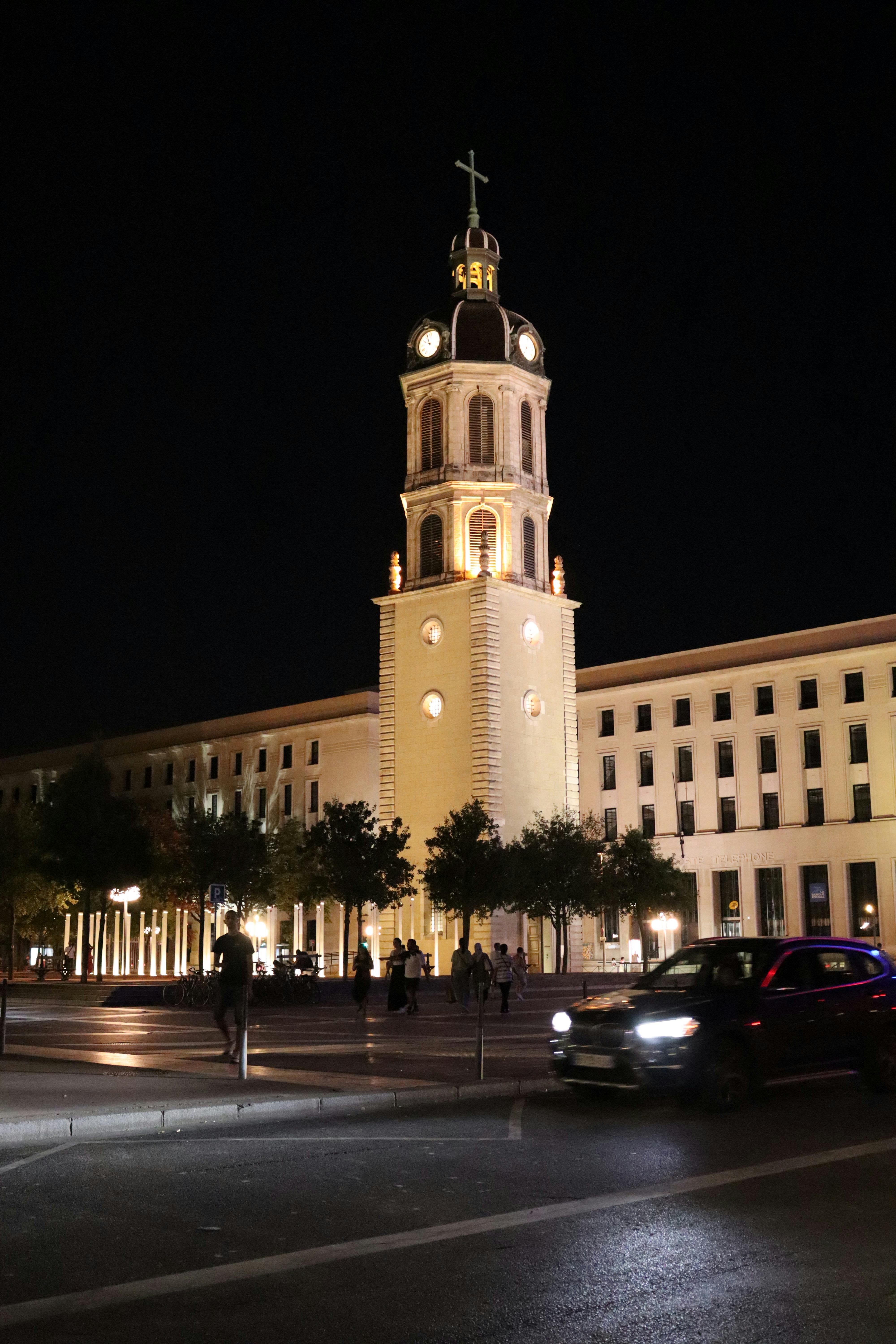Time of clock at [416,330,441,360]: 9:56
